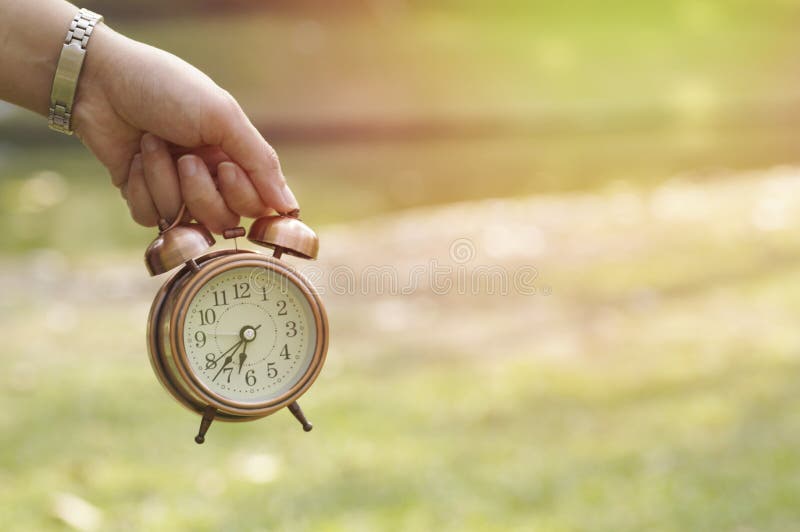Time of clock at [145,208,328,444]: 6:37
